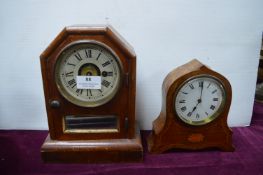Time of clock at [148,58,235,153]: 7:01
